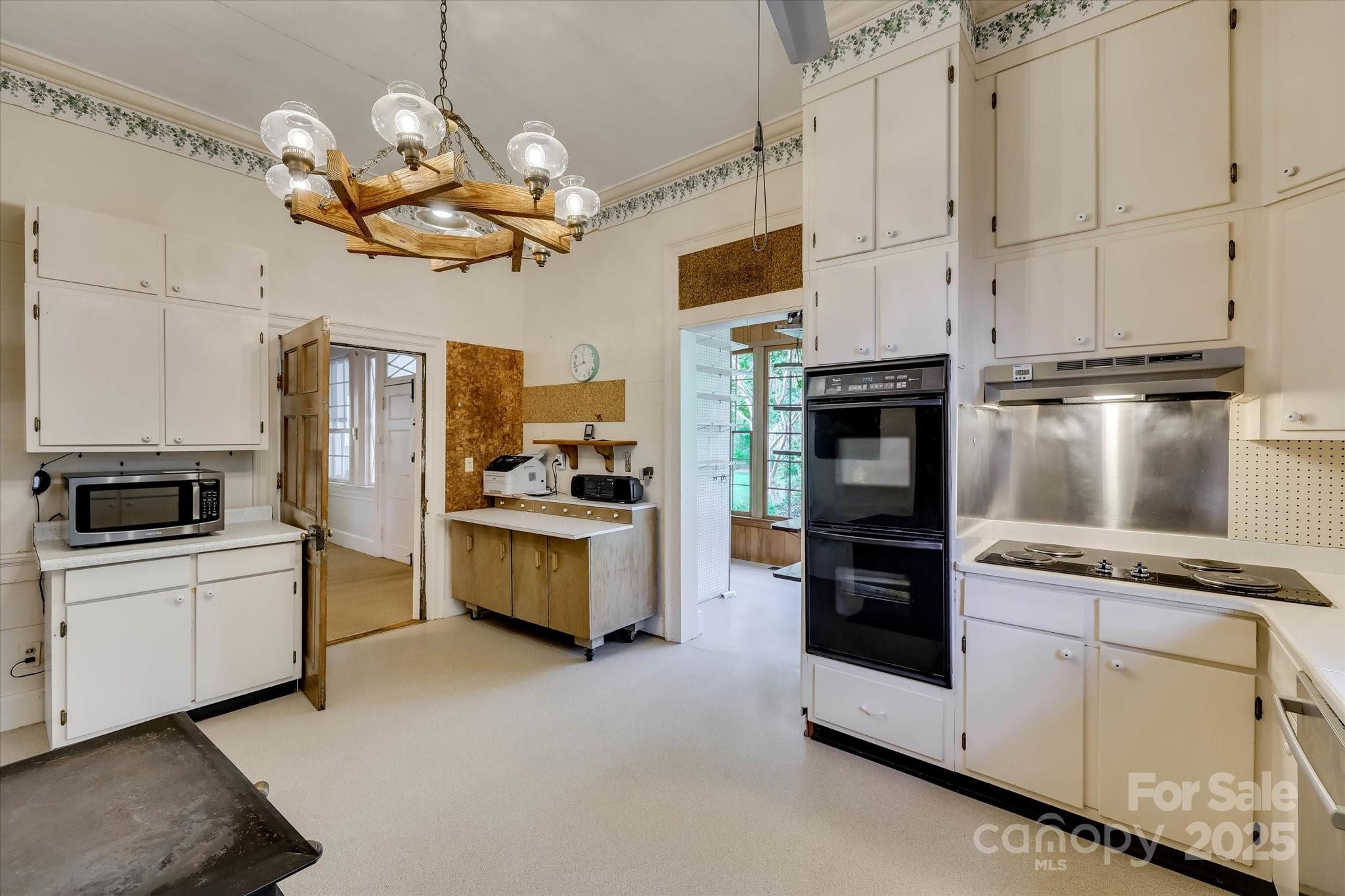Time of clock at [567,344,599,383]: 11:42
